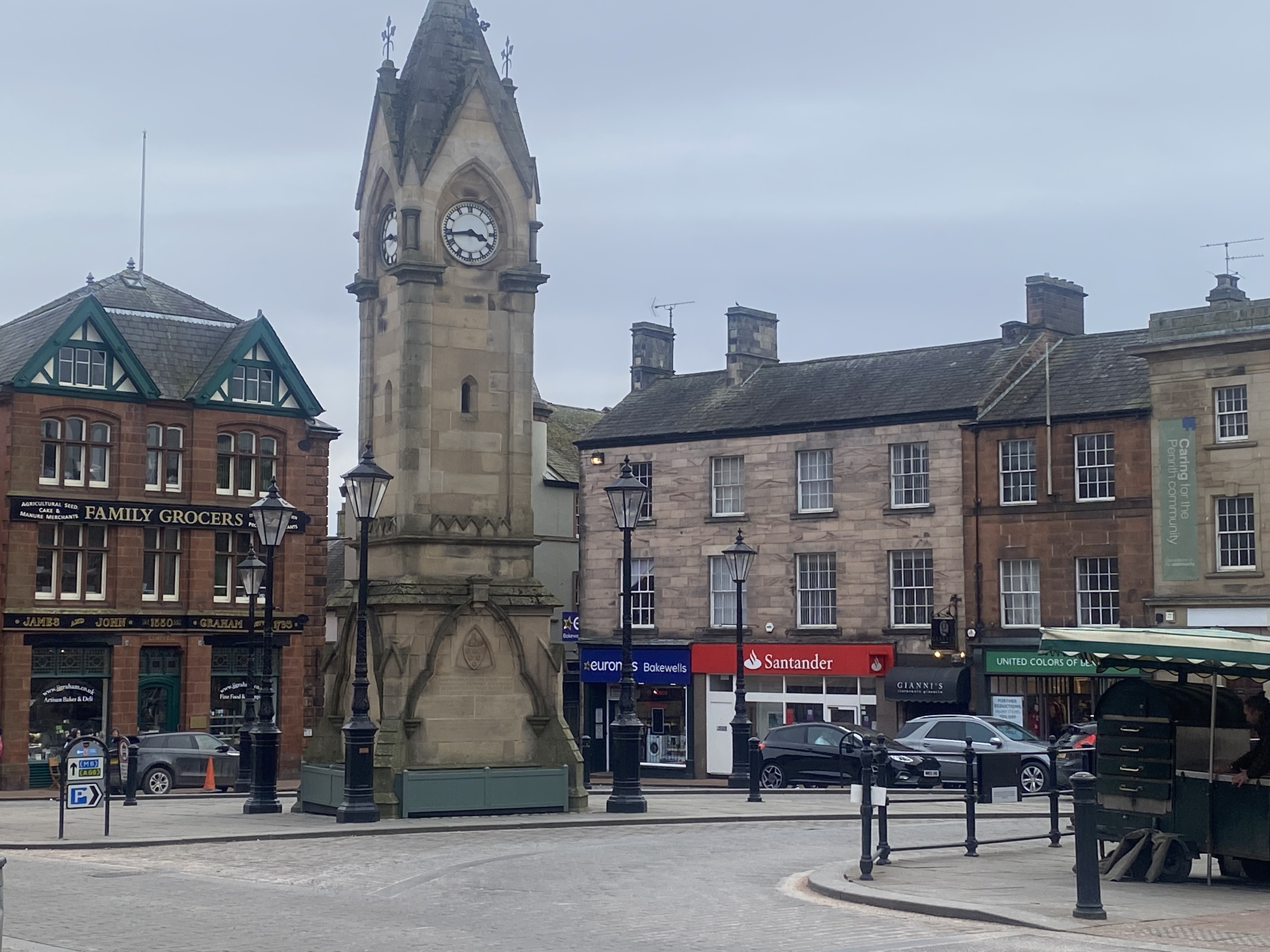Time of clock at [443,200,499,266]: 3:43
